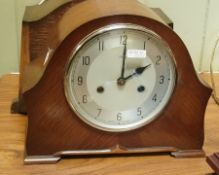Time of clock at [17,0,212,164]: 2:00
